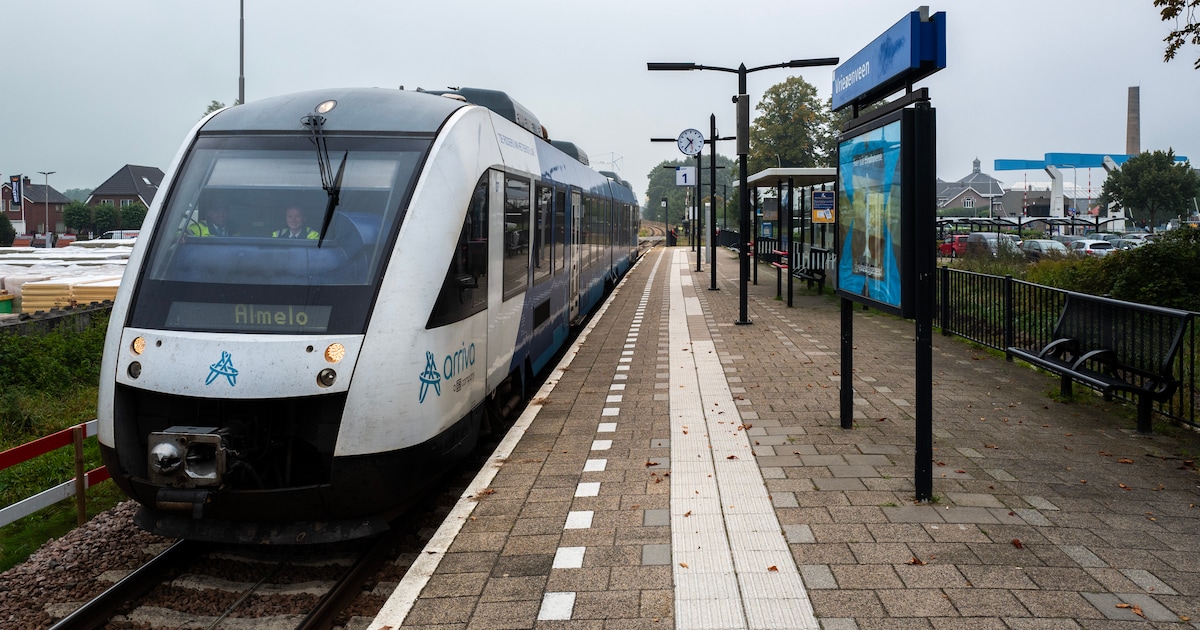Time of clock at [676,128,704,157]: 10:36
